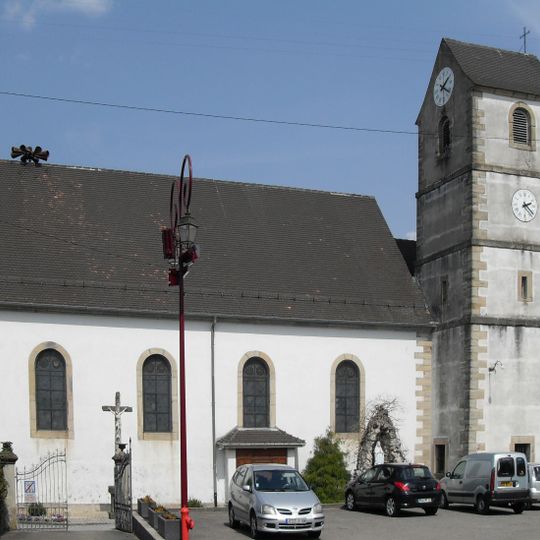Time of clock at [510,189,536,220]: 2:21
